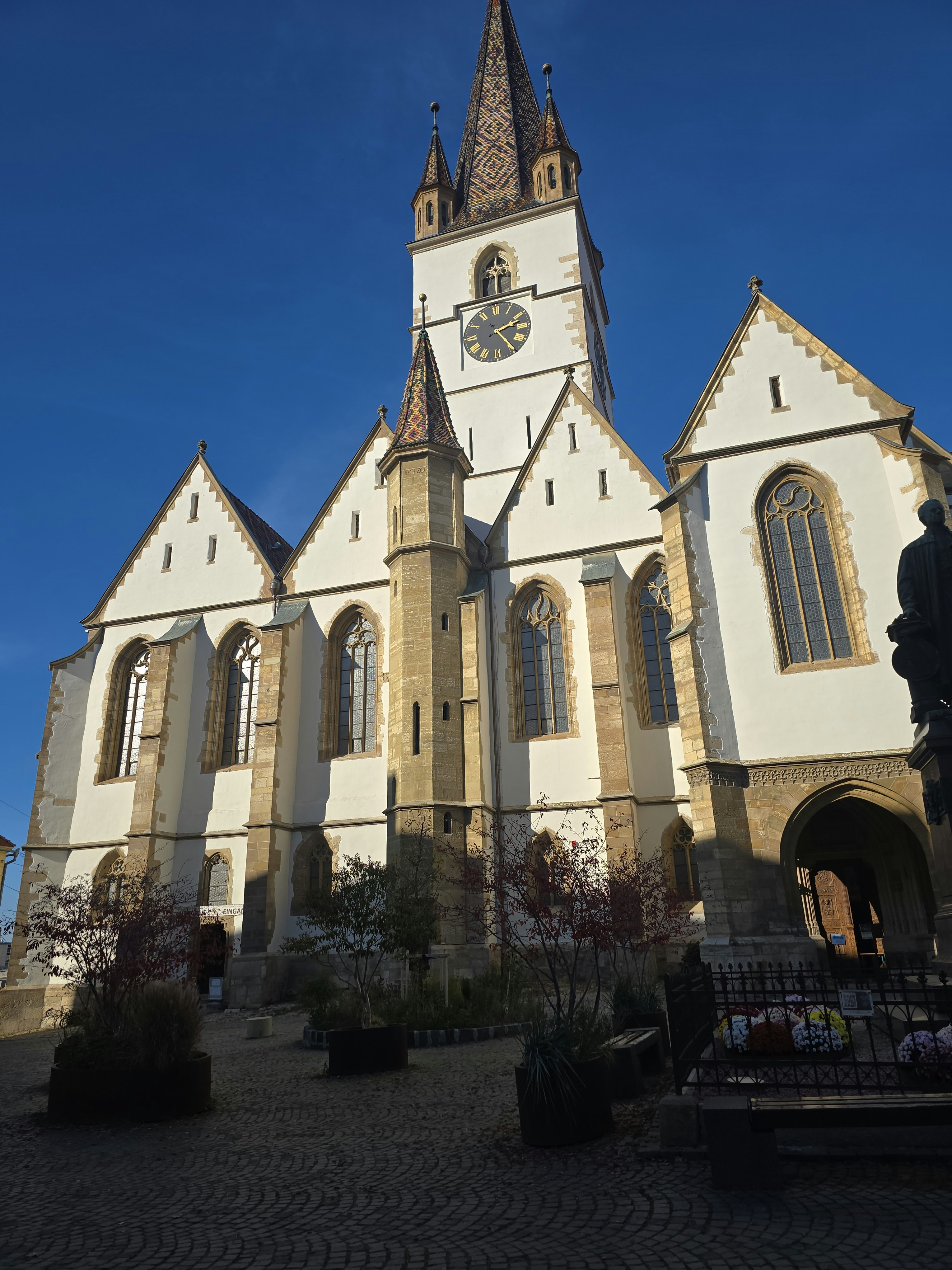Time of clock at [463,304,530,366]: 2:24
